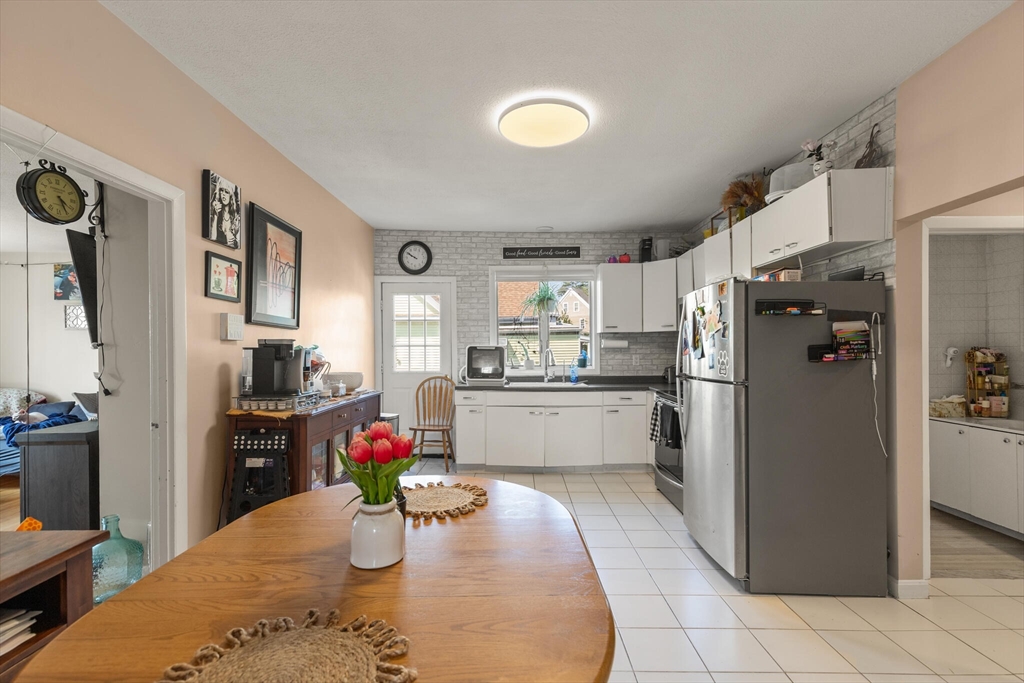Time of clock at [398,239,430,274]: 9:50
